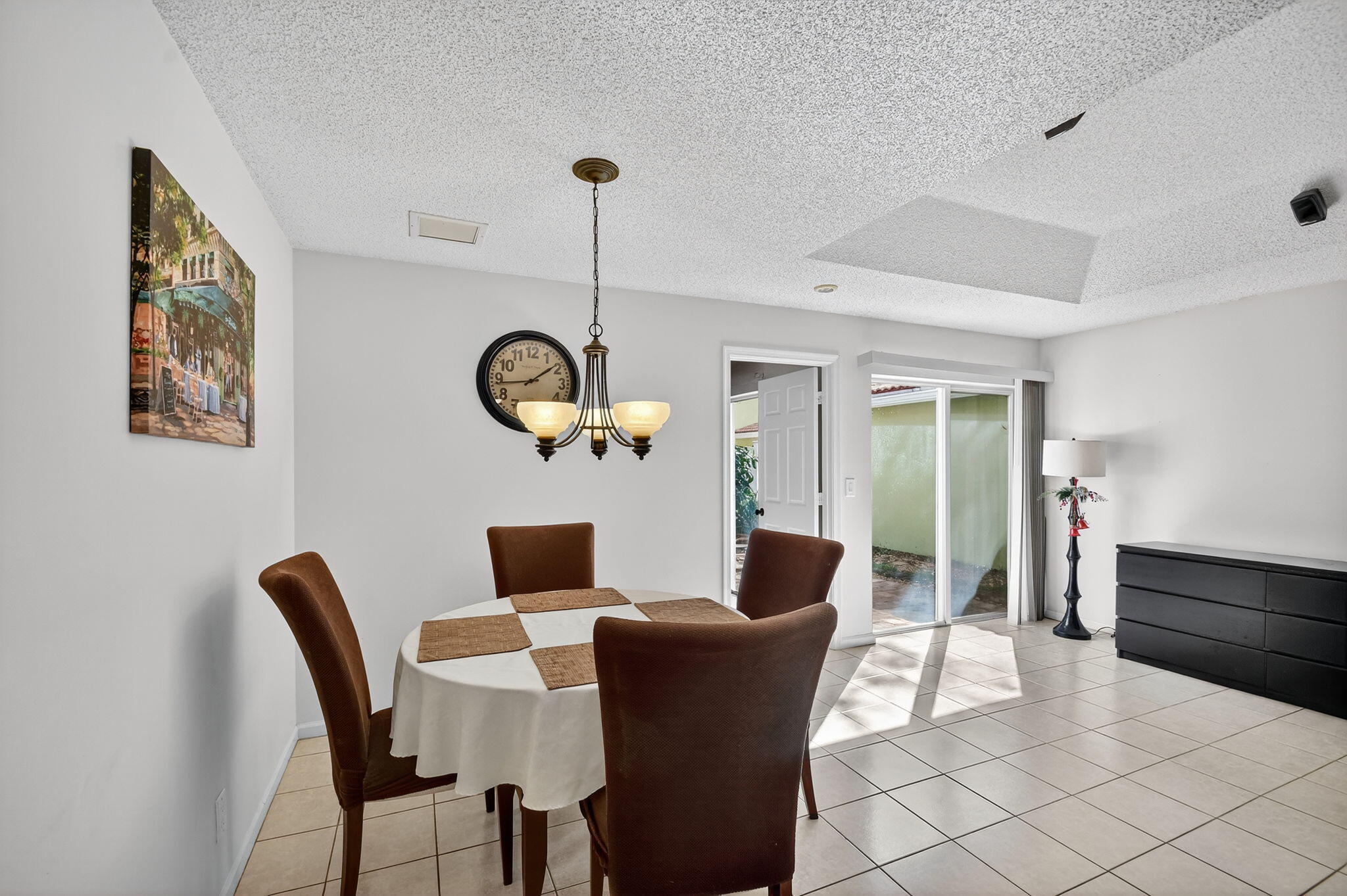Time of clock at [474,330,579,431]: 1:43
